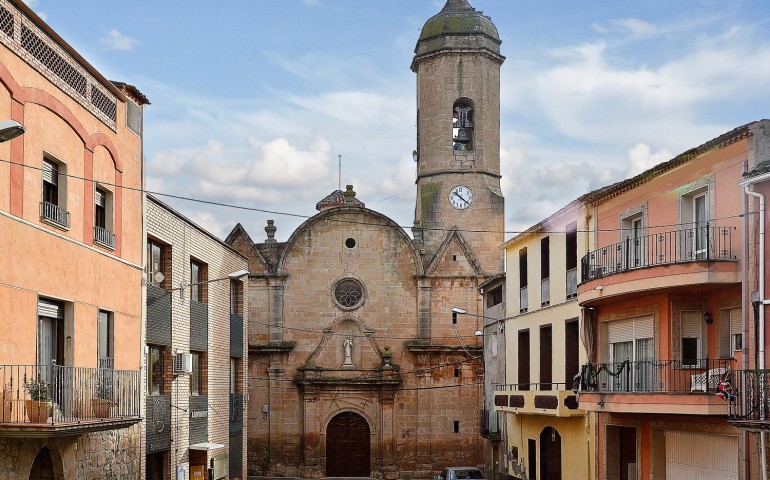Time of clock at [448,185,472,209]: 10:21
